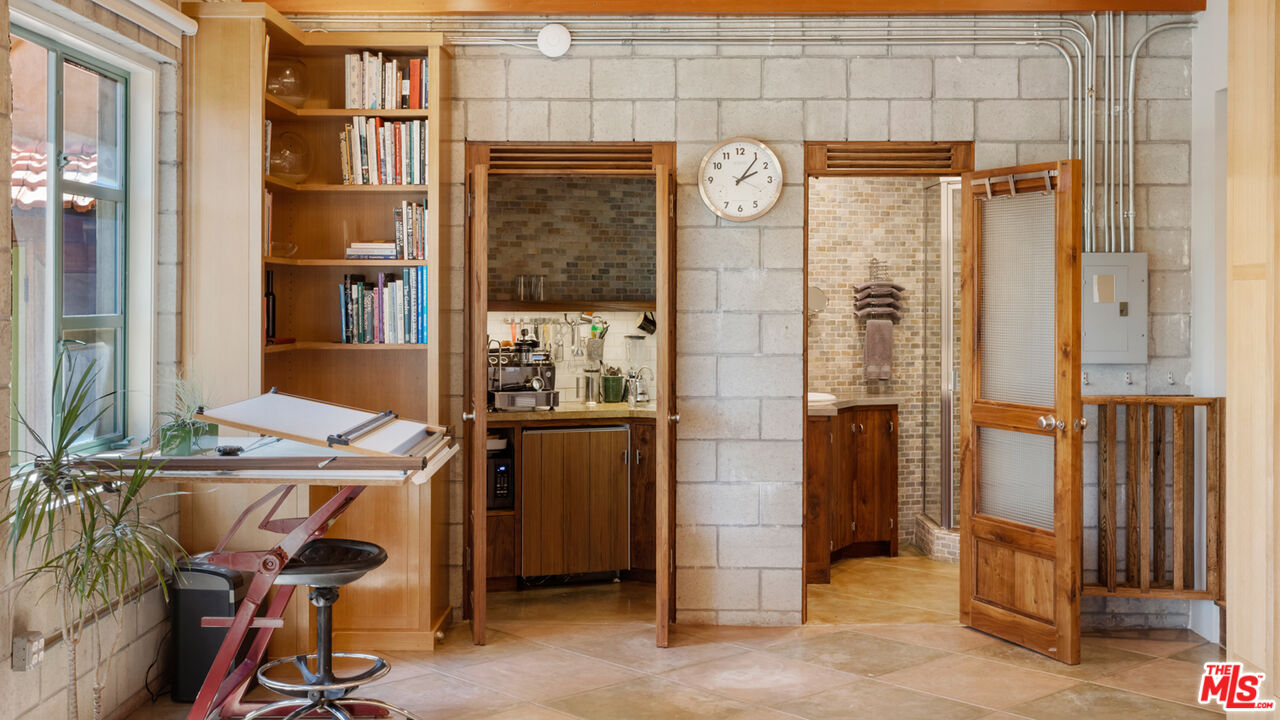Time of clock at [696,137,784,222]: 2:06
